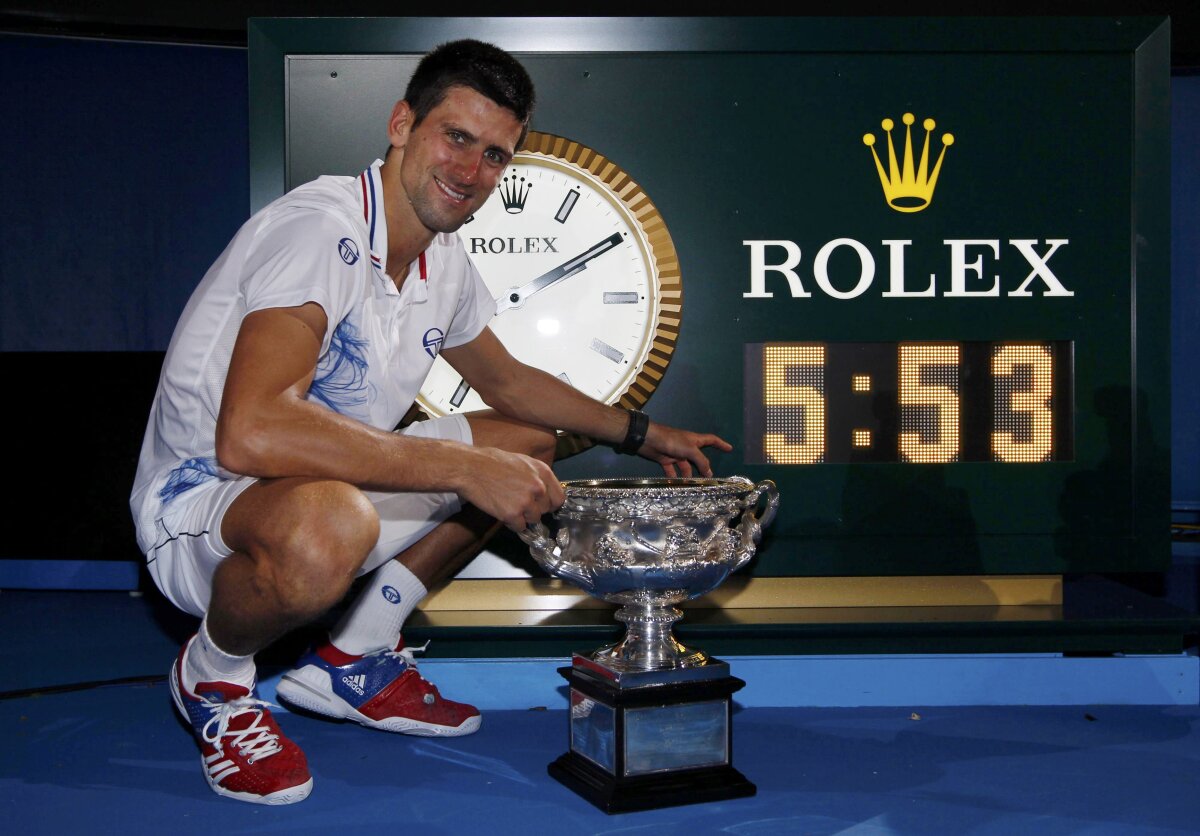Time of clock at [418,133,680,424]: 2:09
